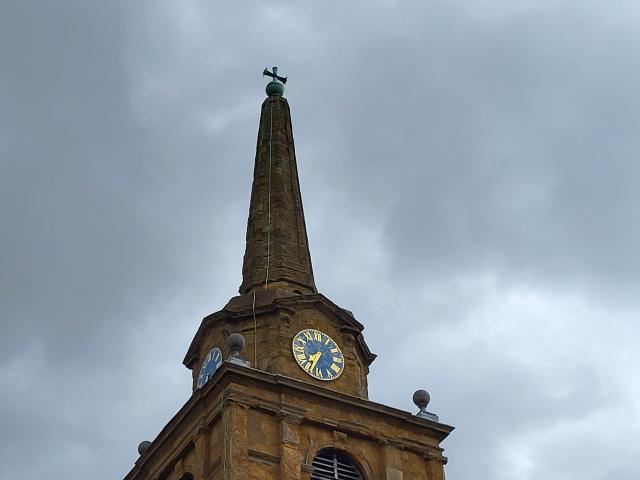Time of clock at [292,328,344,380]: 7:34
